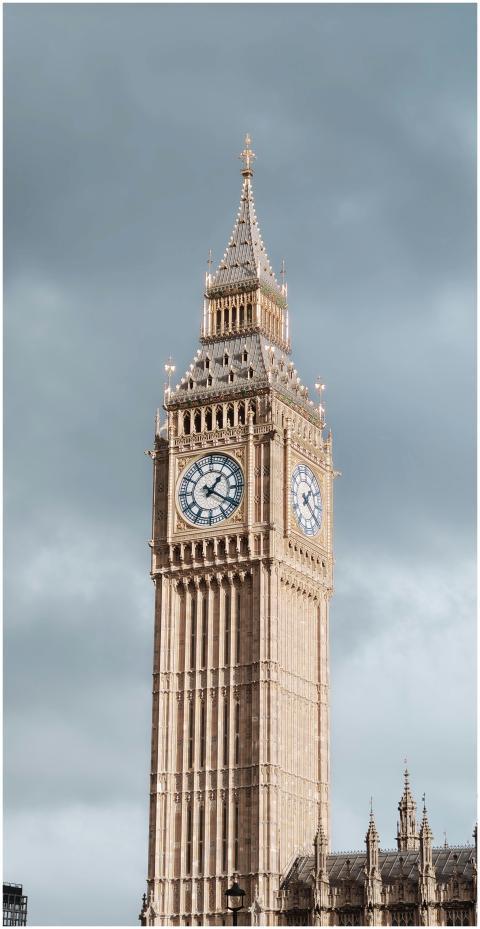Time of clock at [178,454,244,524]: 1:20
